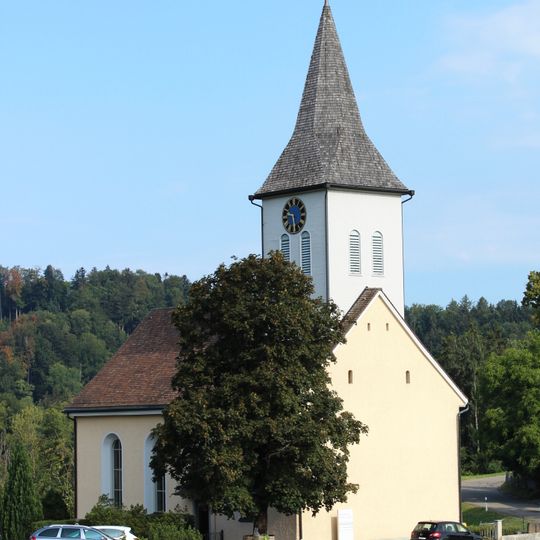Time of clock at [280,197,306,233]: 9:28
